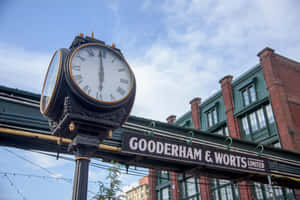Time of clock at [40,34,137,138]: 5:59
